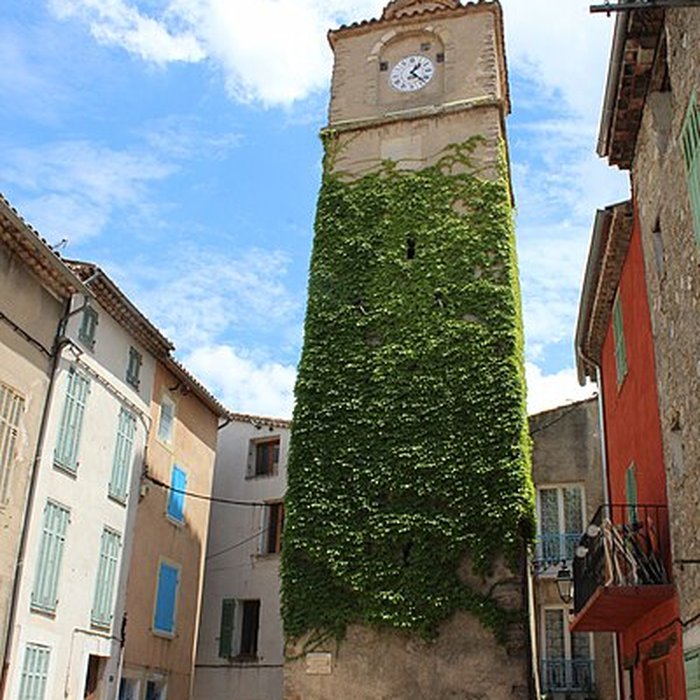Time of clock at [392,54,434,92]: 1:22
